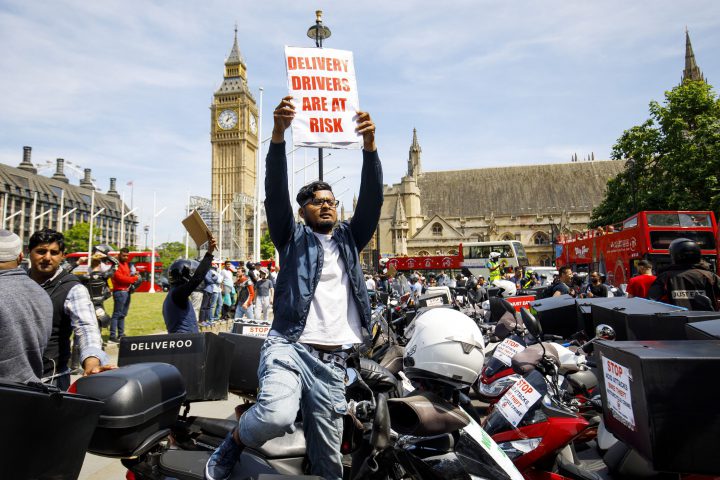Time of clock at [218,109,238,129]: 2:02
